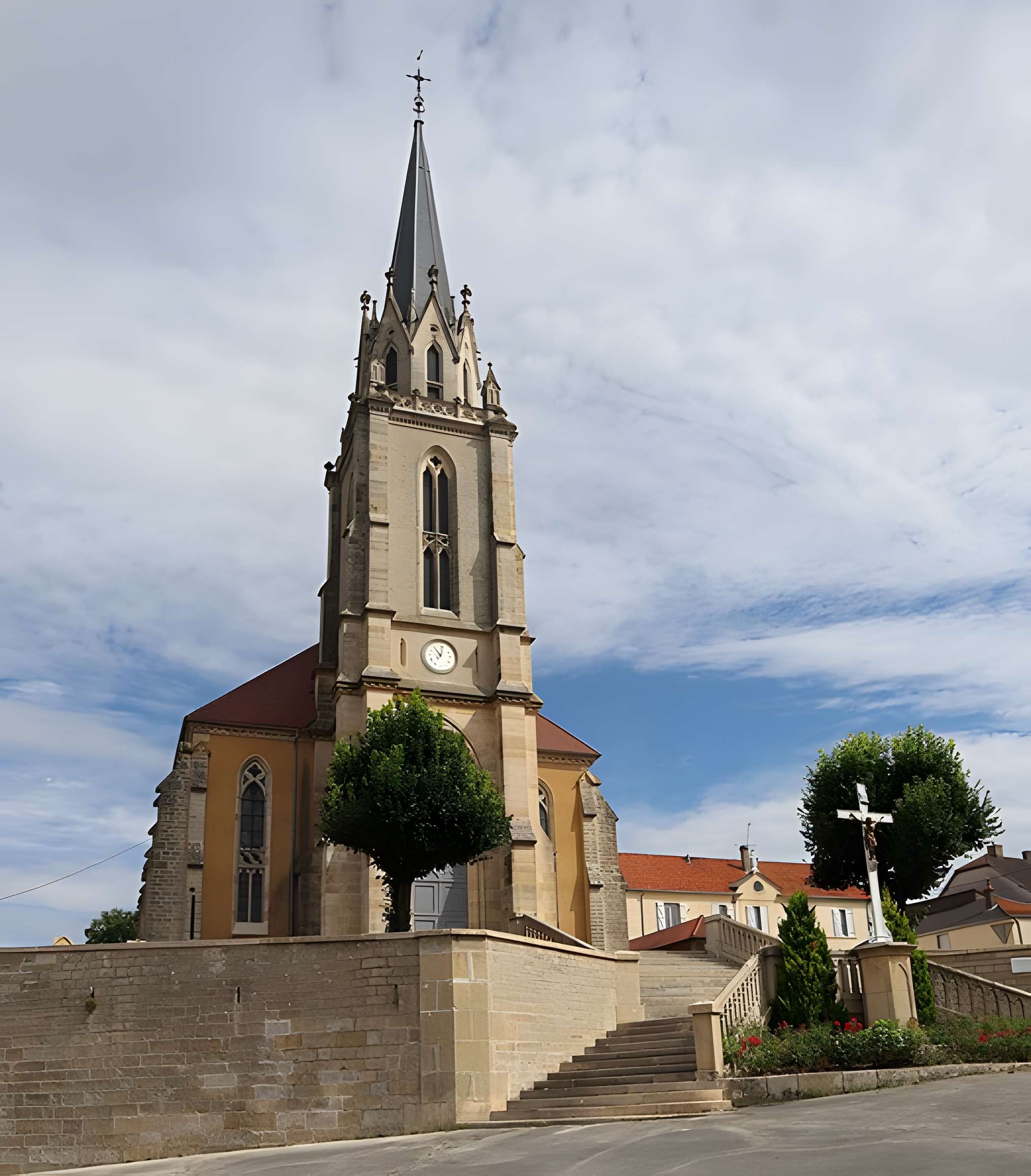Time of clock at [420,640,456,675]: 12:54
